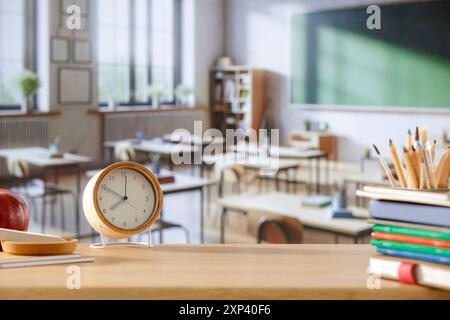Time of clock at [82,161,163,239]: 7:49
